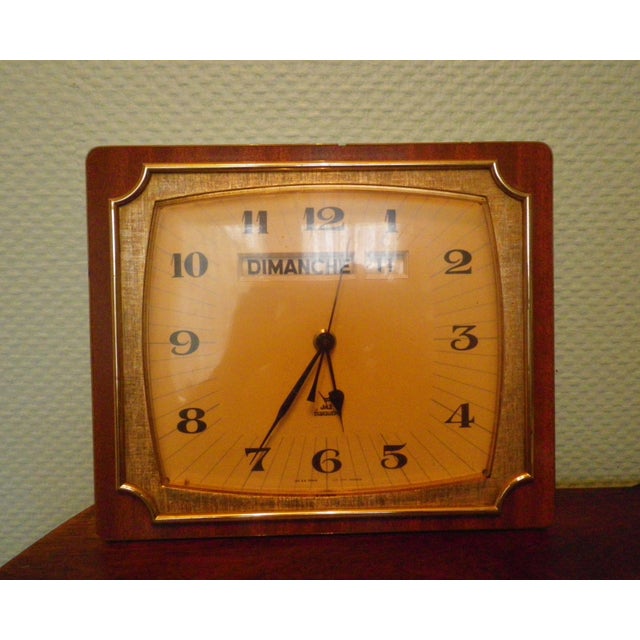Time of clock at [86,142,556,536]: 5:35
